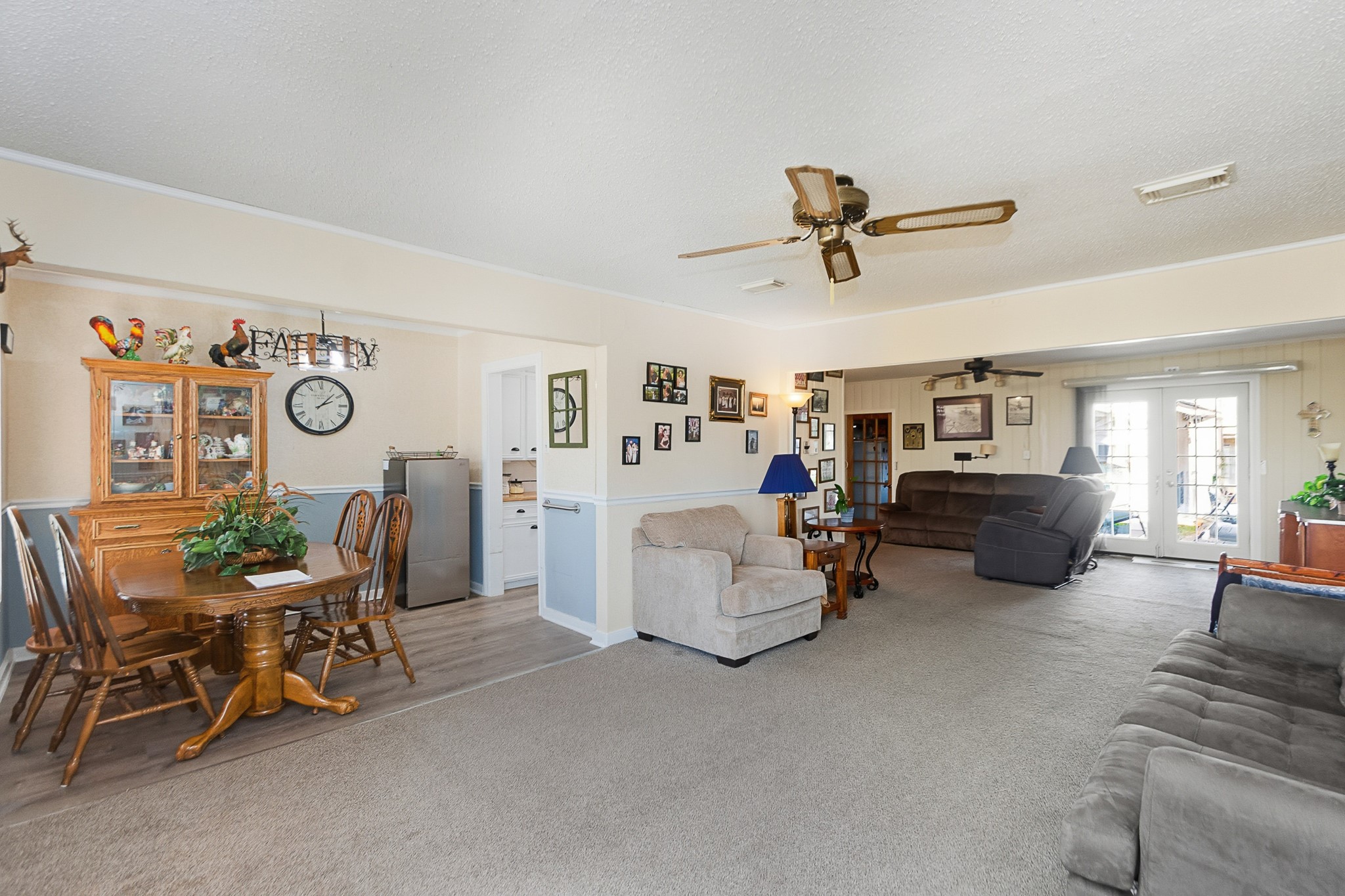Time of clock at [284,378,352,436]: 2:07
